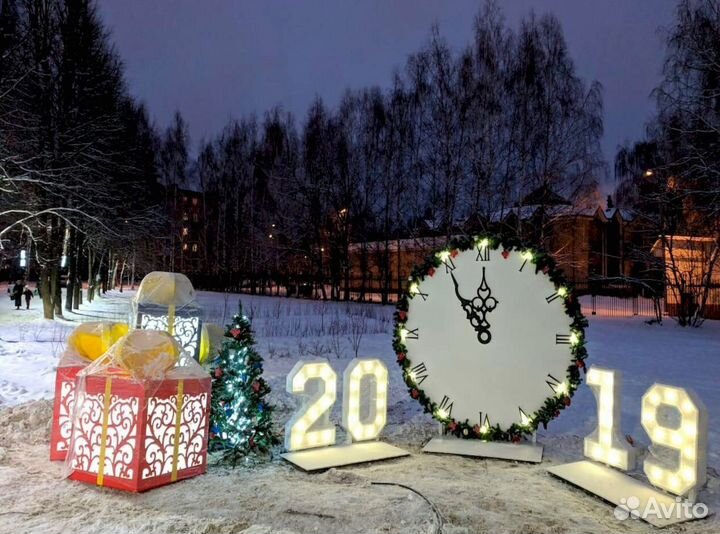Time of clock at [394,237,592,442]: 11:54
